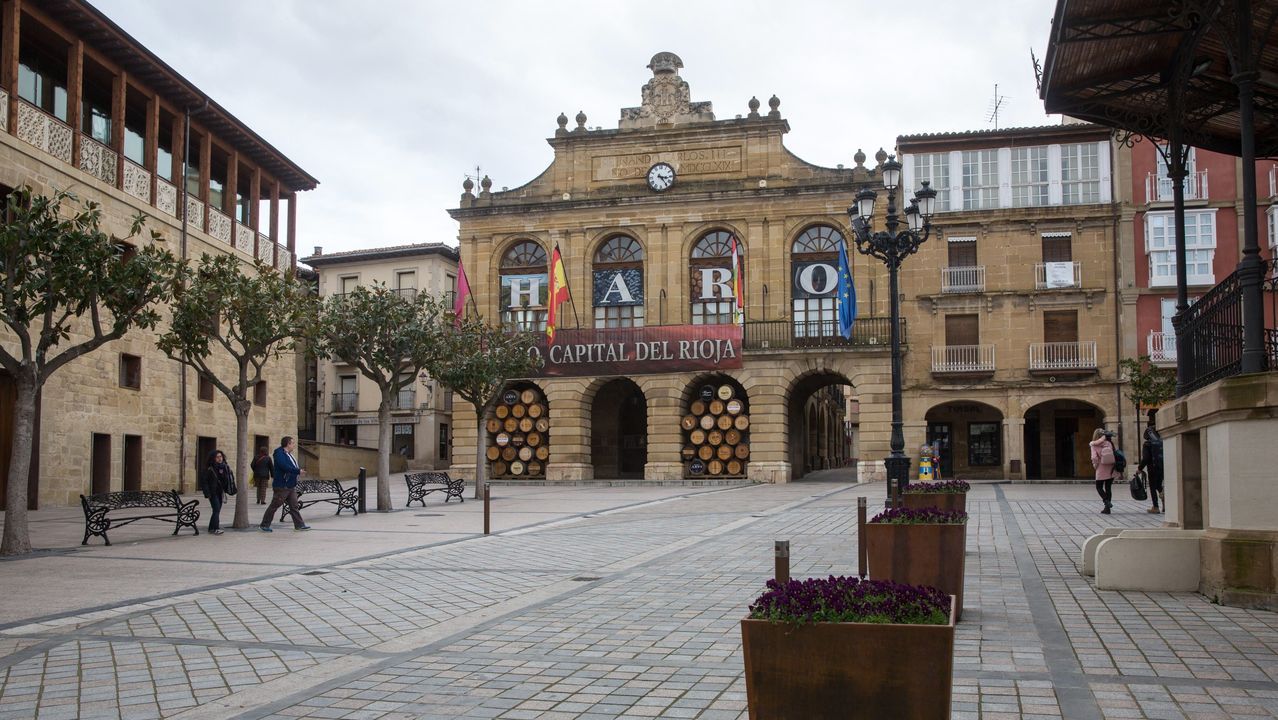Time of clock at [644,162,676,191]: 3:23
